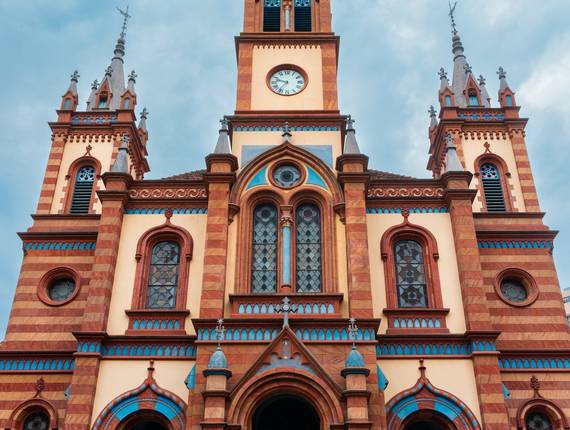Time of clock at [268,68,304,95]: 9:36
